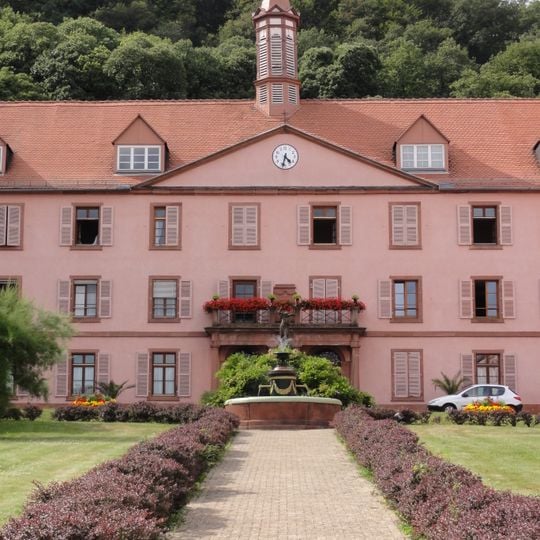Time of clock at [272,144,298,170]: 4:32
